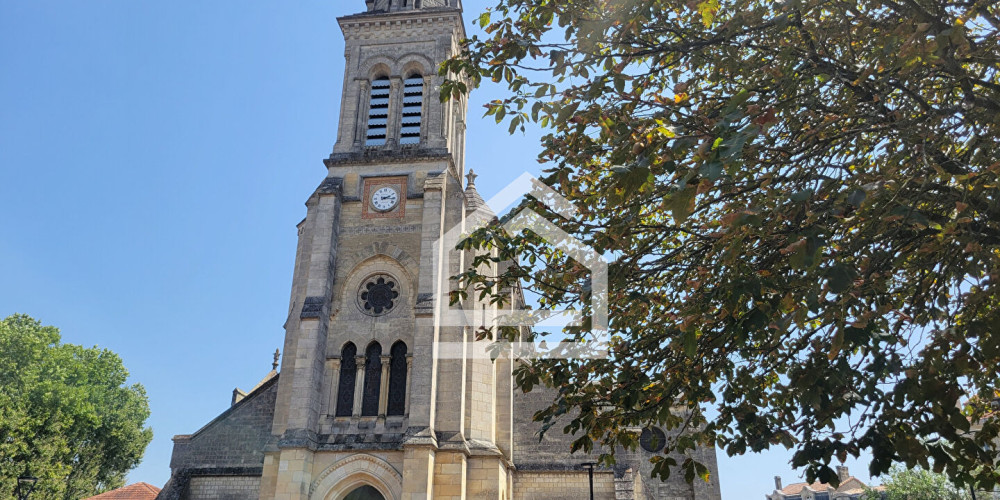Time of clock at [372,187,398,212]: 2:16
